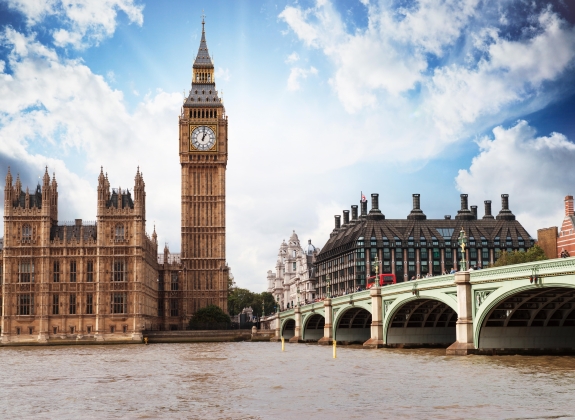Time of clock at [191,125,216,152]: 1:01
